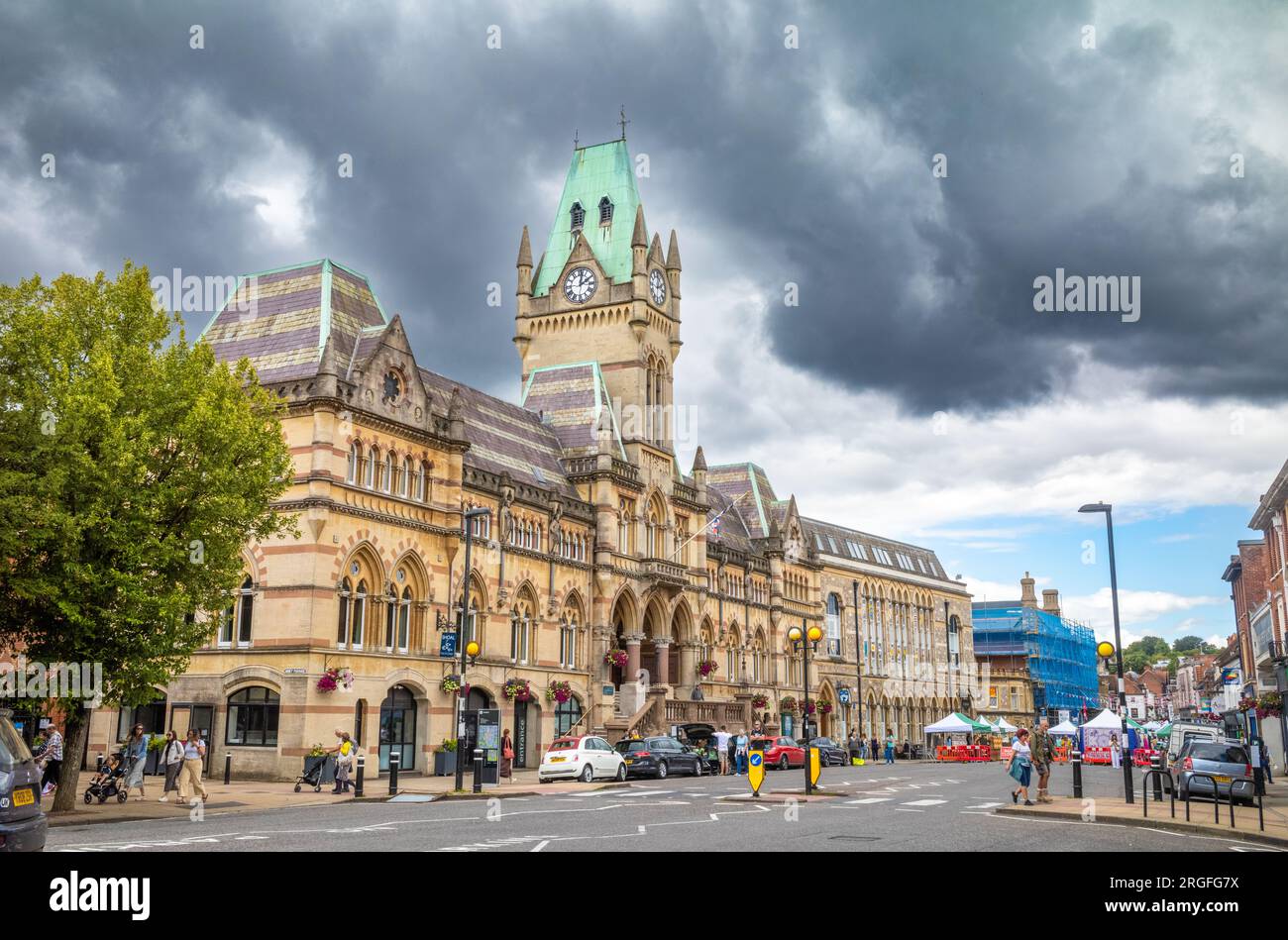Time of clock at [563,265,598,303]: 2:01
